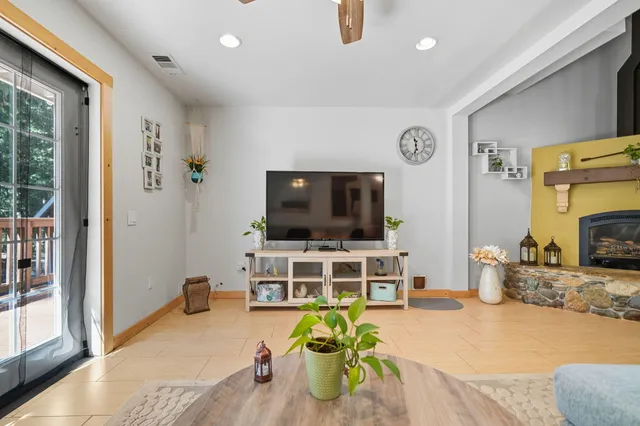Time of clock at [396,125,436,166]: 11:32
